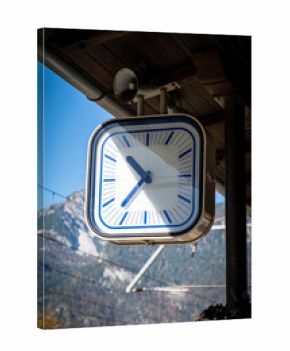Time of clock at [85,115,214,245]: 10:37
